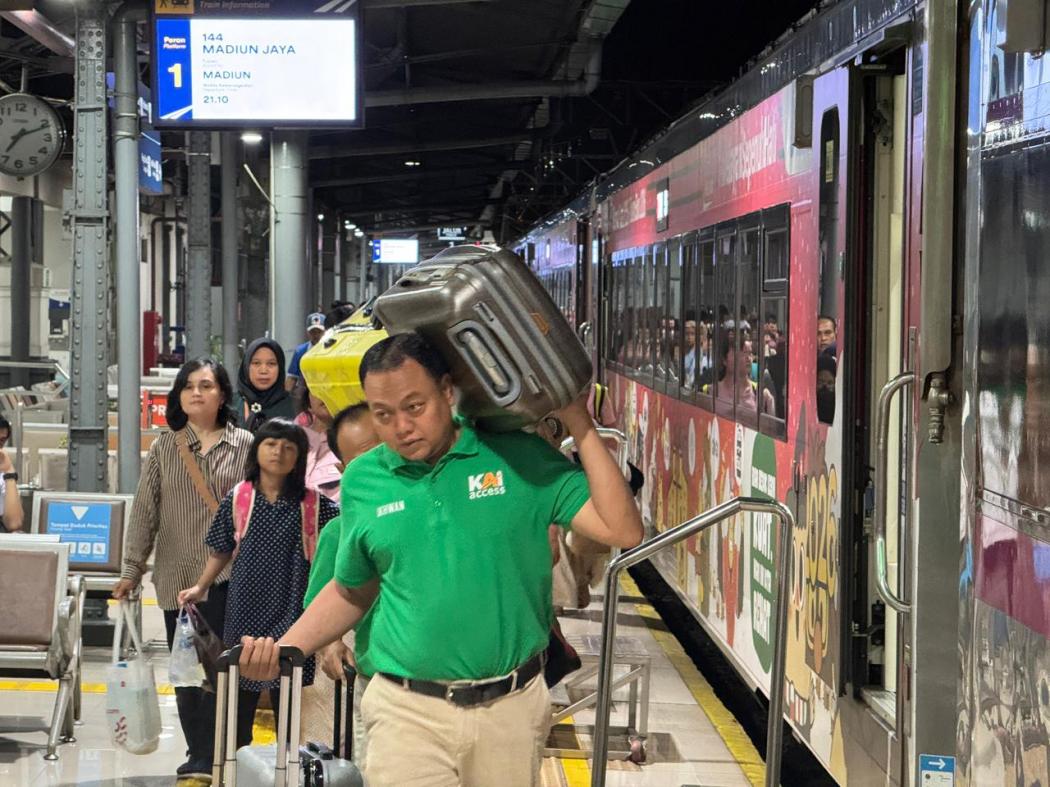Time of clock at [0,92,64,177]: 7:11
